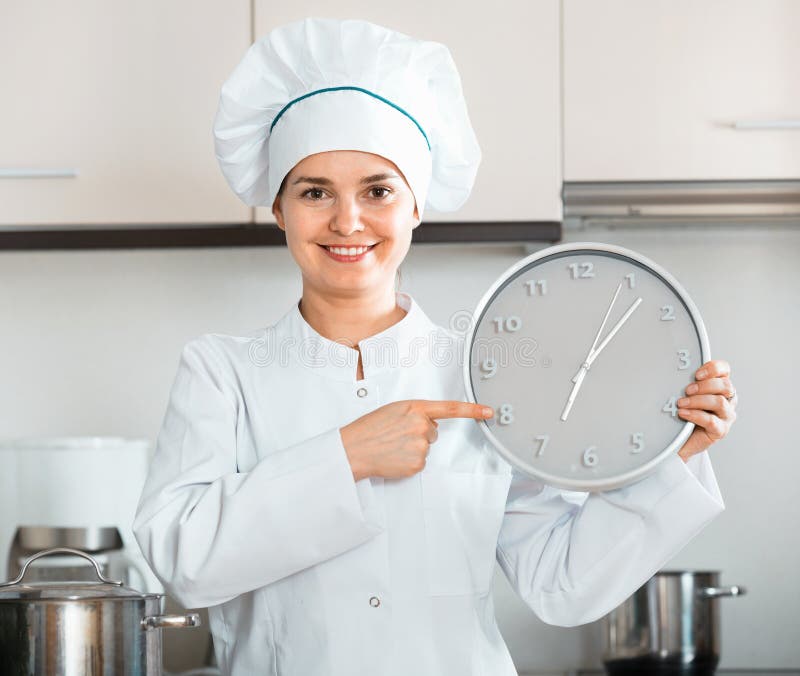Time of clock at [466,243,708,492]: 1:07
